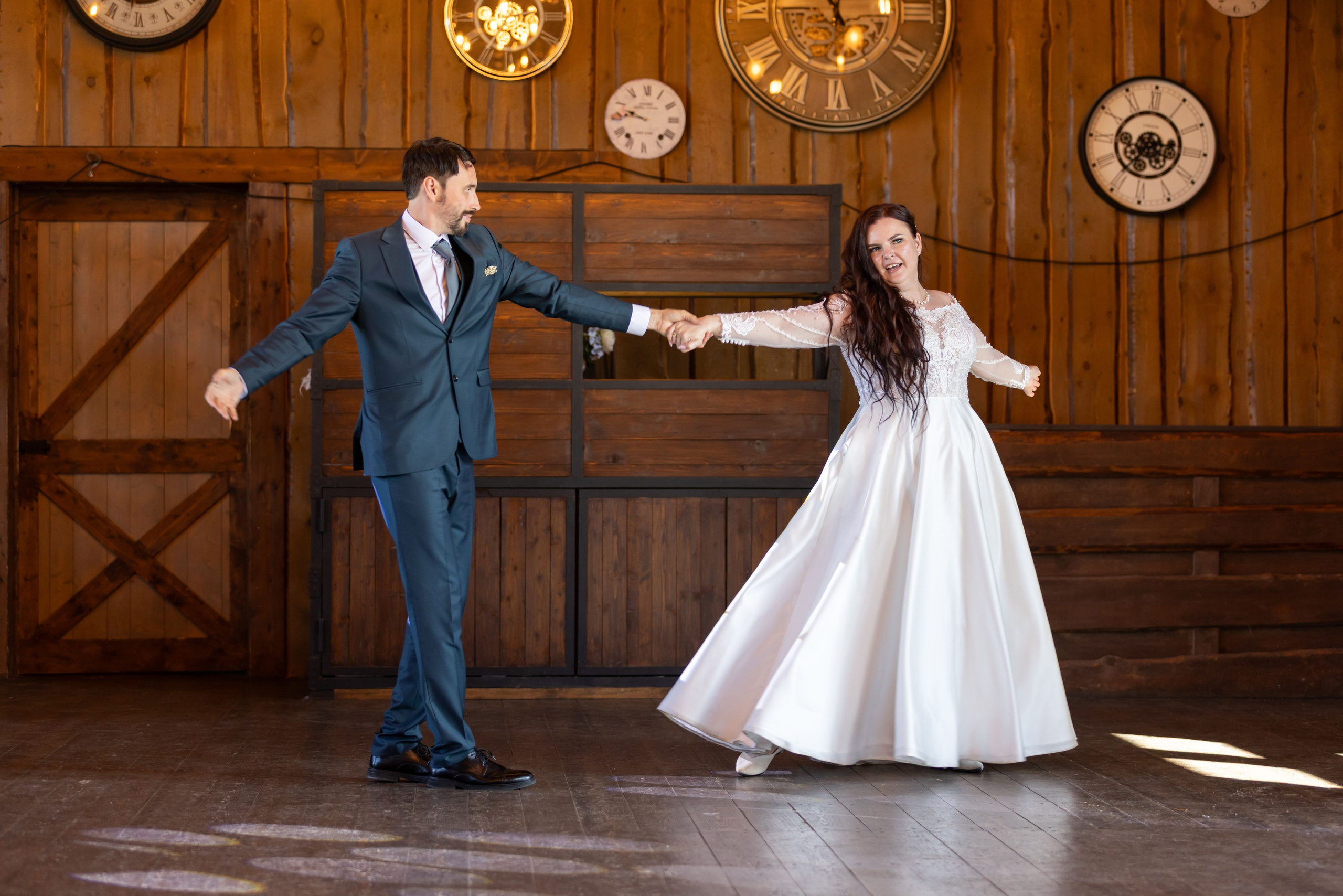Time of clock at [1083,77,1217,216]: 7:15
